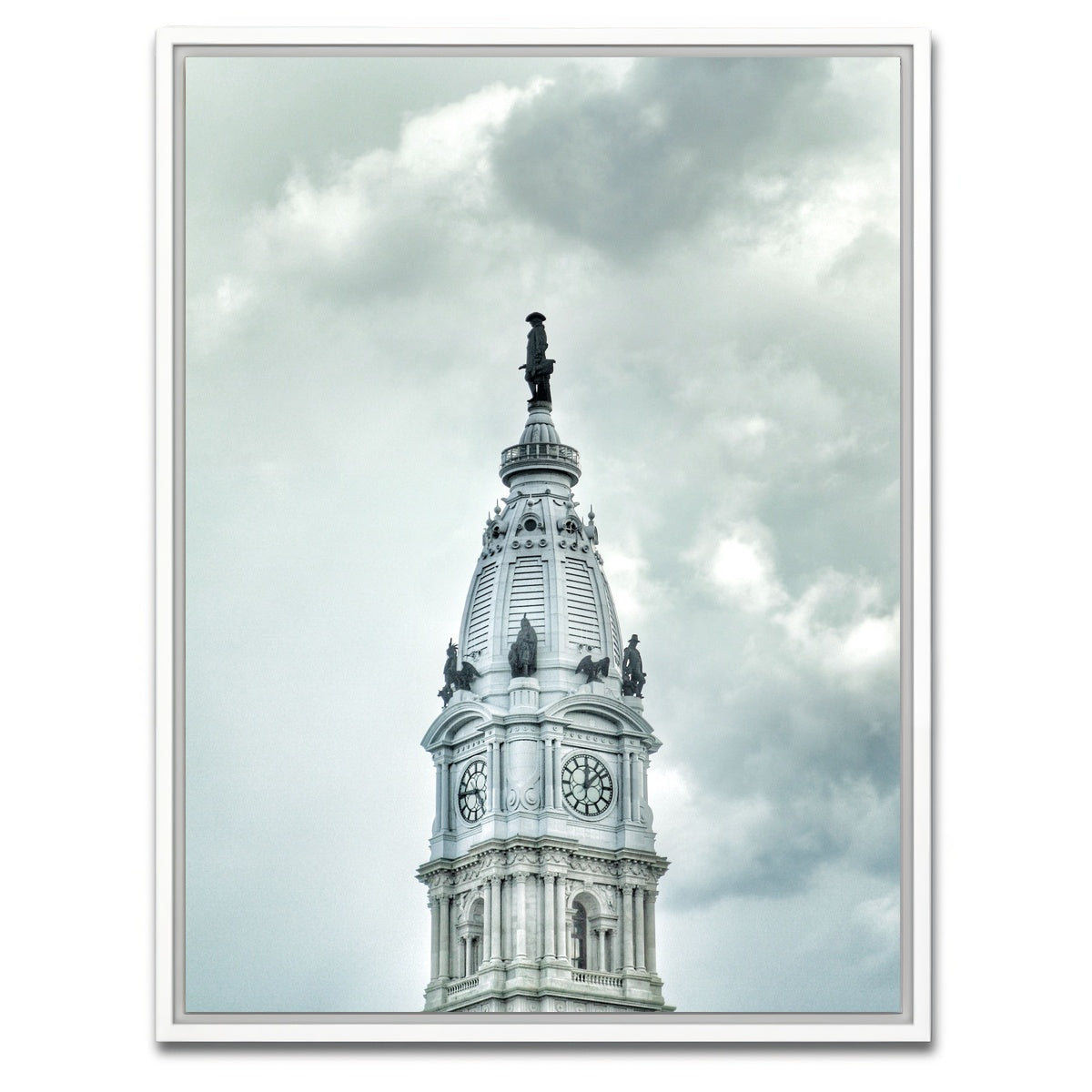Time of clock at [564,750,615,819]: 12:07
